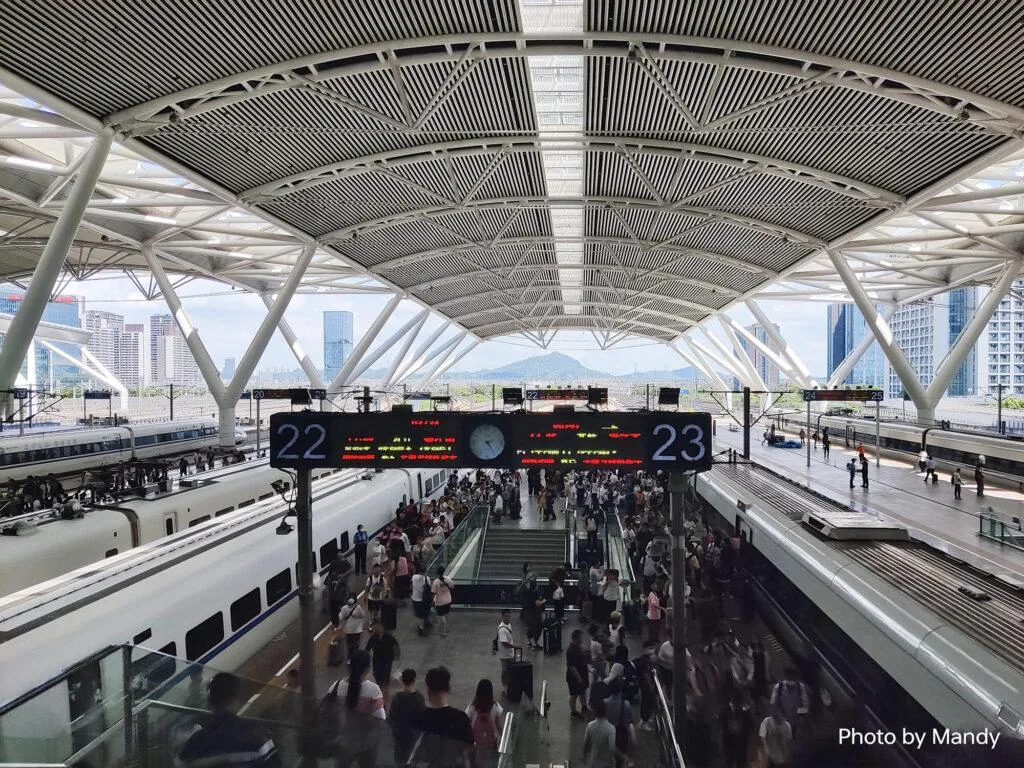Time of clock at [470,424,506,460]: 2:24
